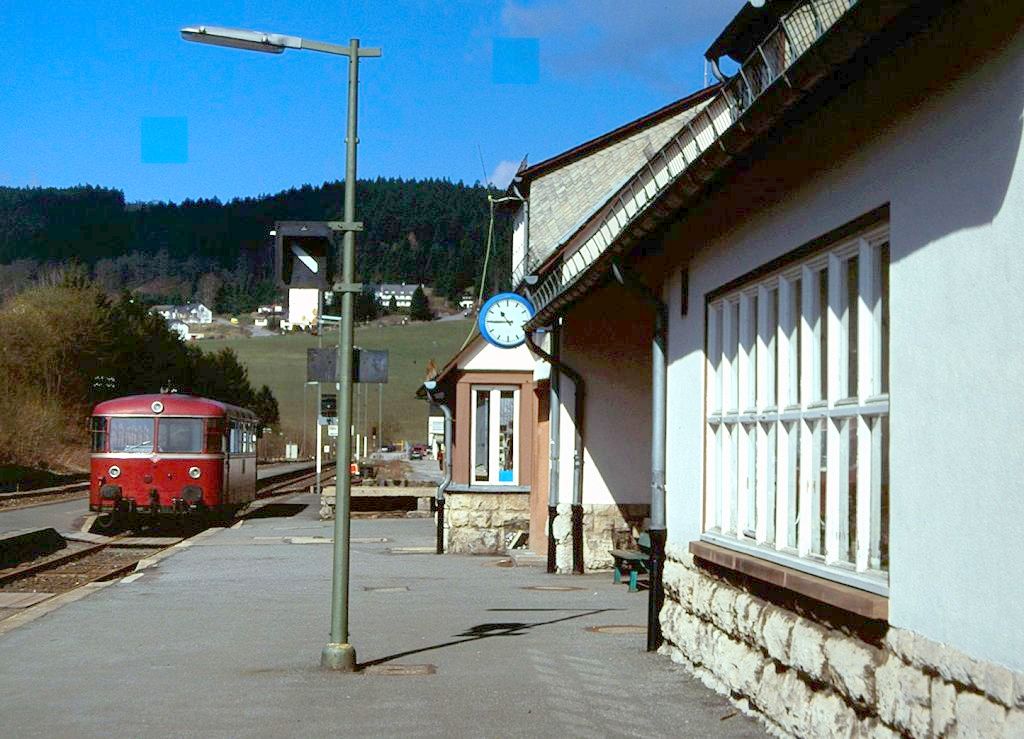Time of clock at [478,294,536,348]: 10:45
